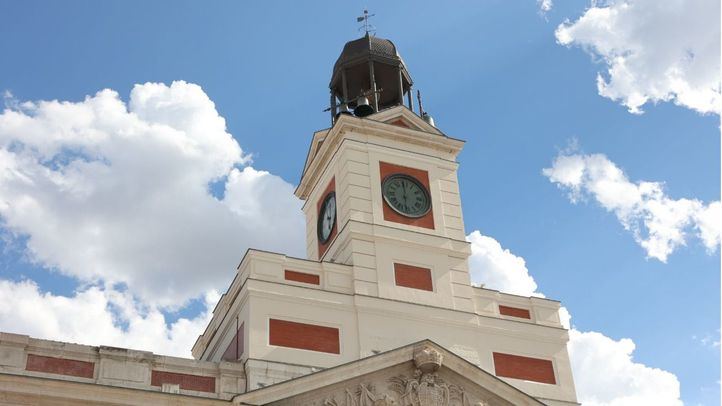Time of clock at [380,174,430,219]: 5:59
